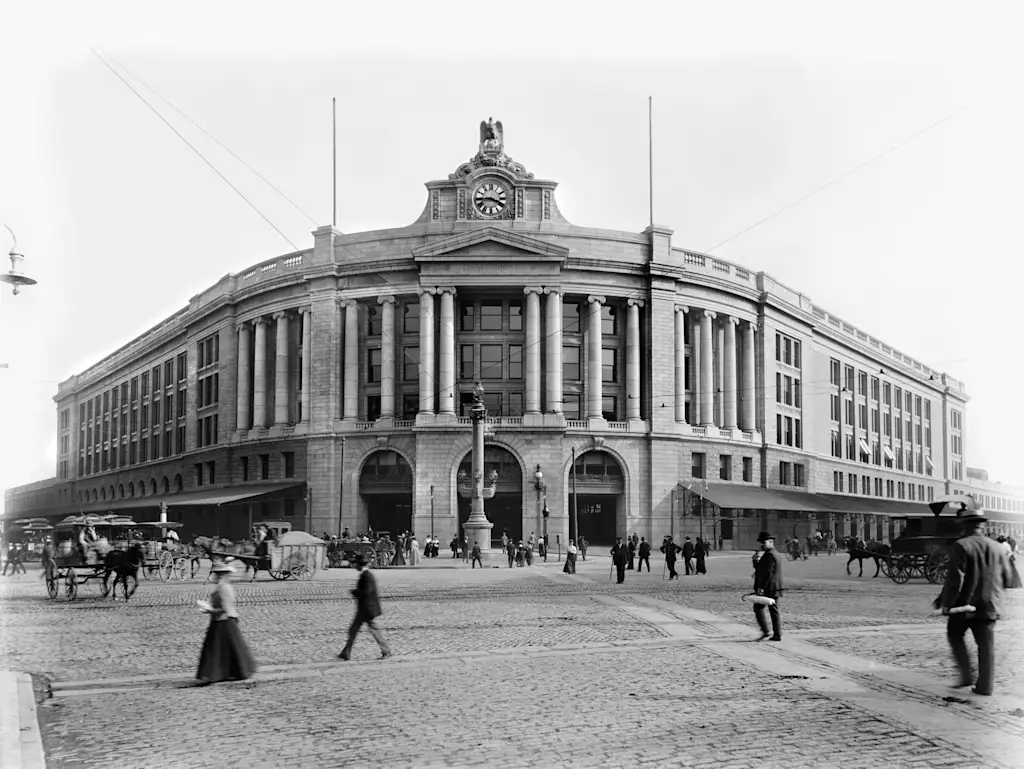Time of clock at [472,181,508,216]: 3:44
